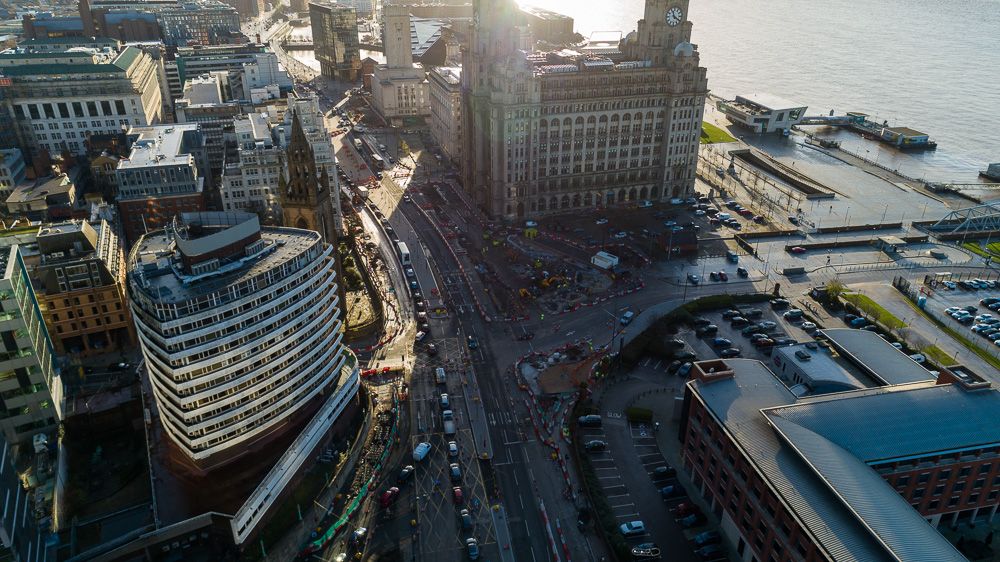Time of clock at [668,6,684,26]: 11:20
